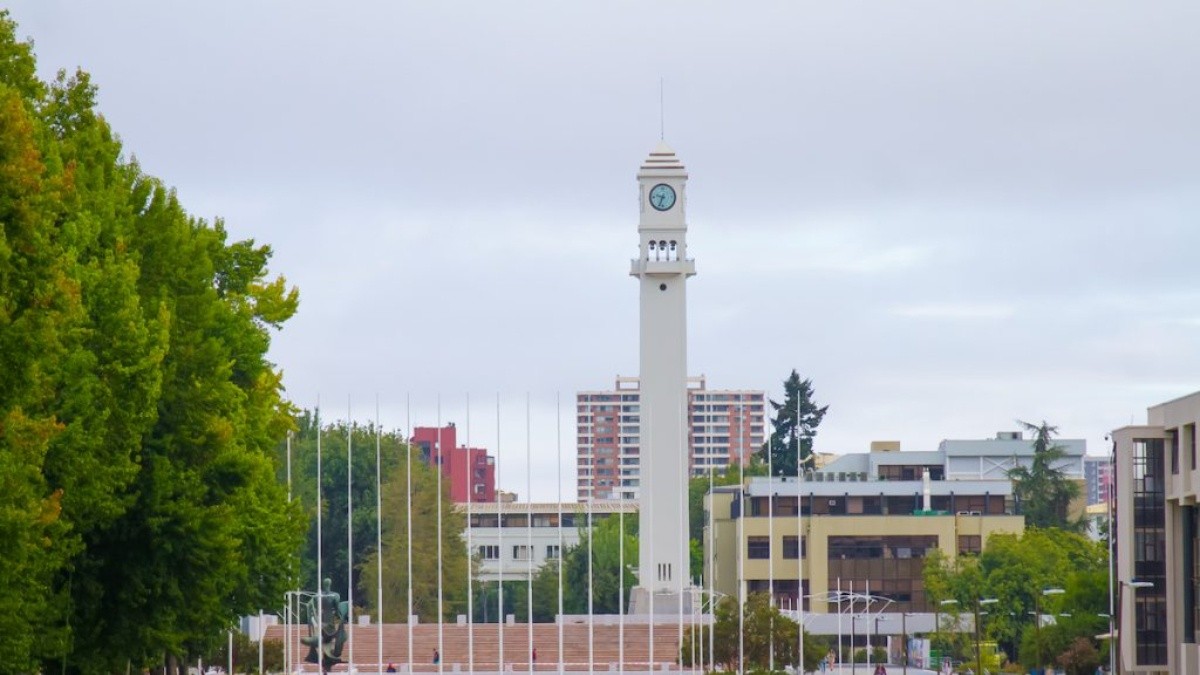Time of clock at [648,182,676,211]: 9:34
